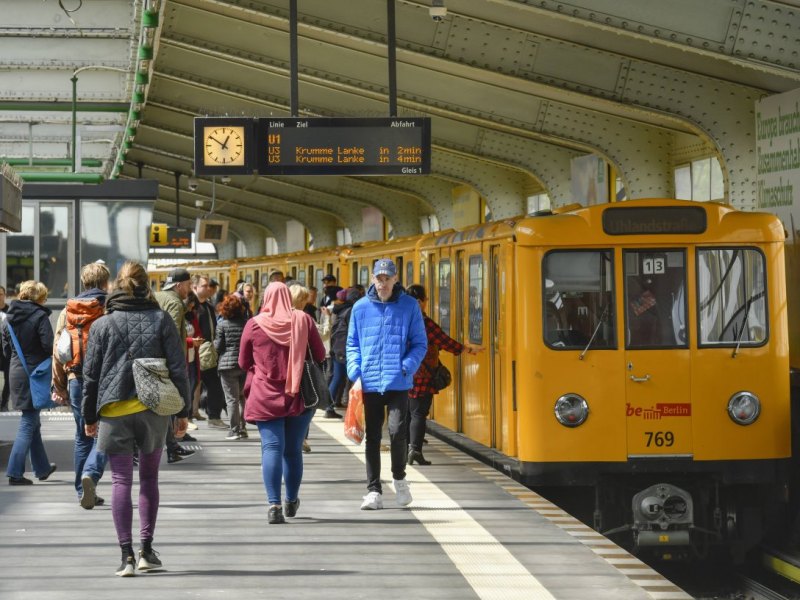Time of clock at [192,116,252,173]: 12:50
